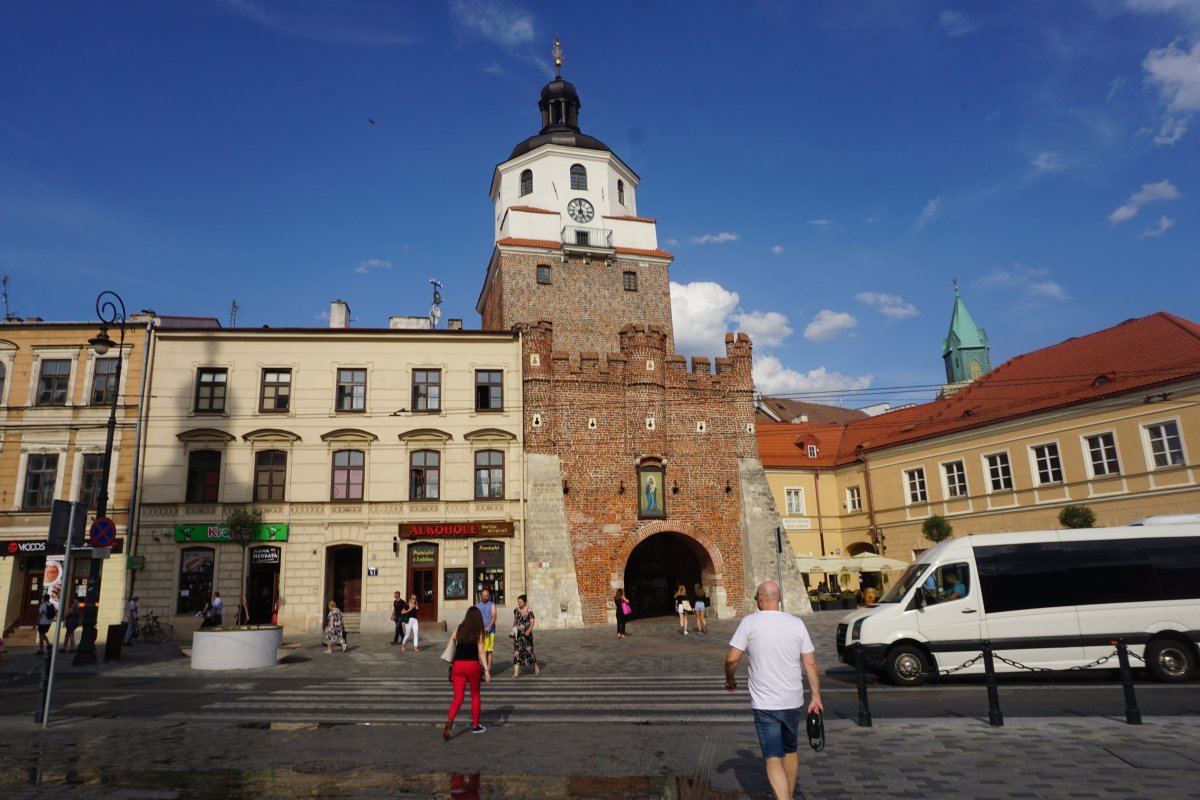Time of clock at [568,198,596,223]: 4:59
